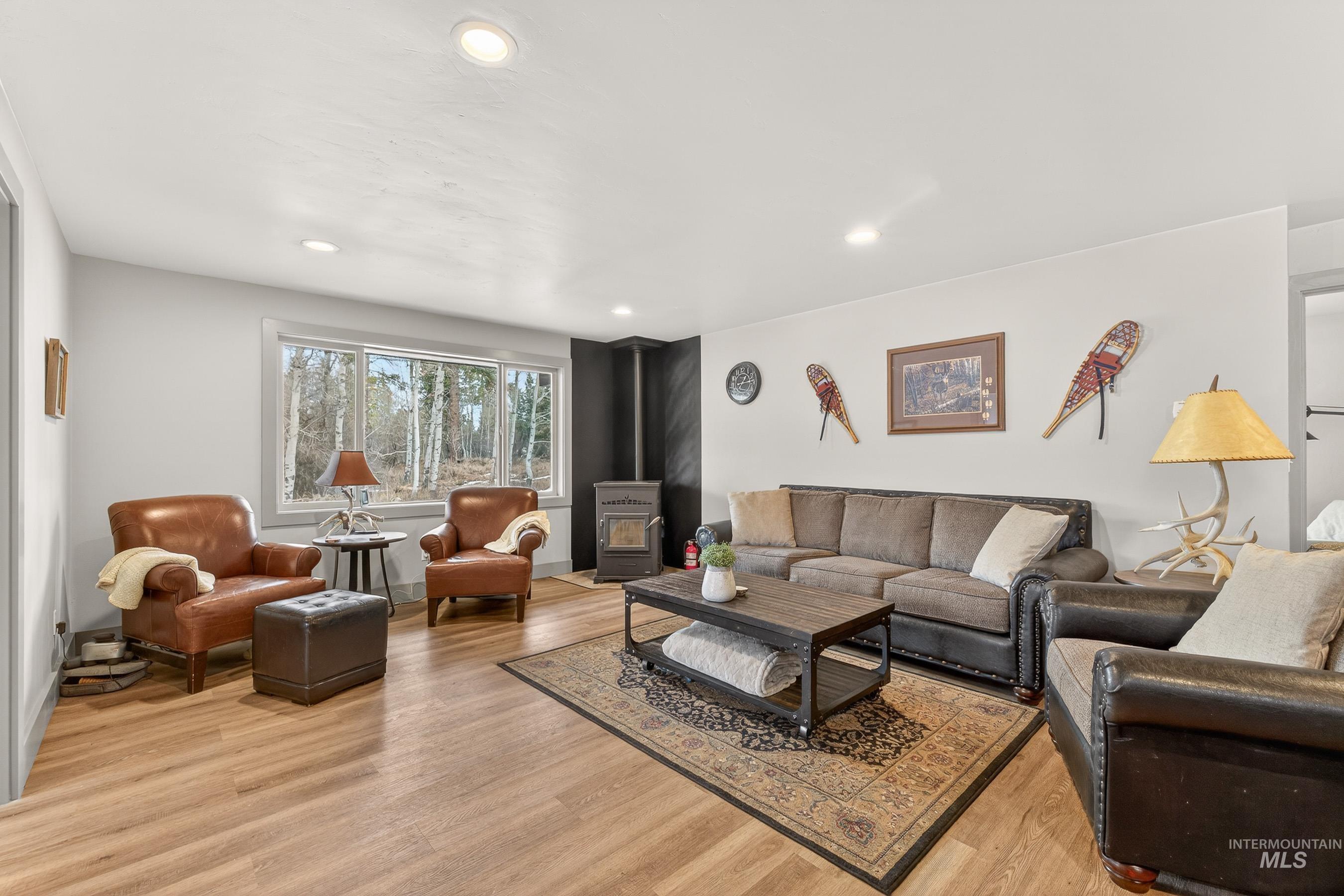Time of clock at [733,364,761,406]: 1:13
